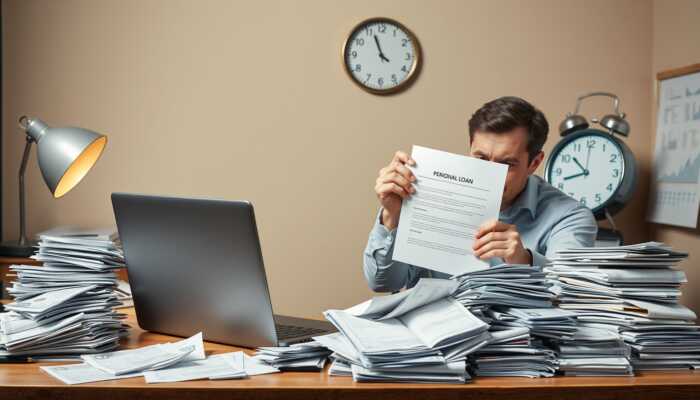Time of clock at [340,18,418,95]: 3:56
